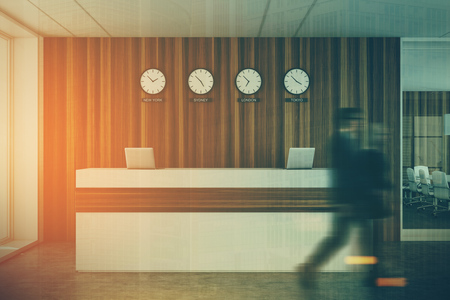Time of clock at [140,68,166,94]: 1:52
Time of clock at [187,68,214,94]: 4:52
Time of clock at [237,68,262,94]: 6:52
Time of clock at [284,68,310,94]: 3:52
